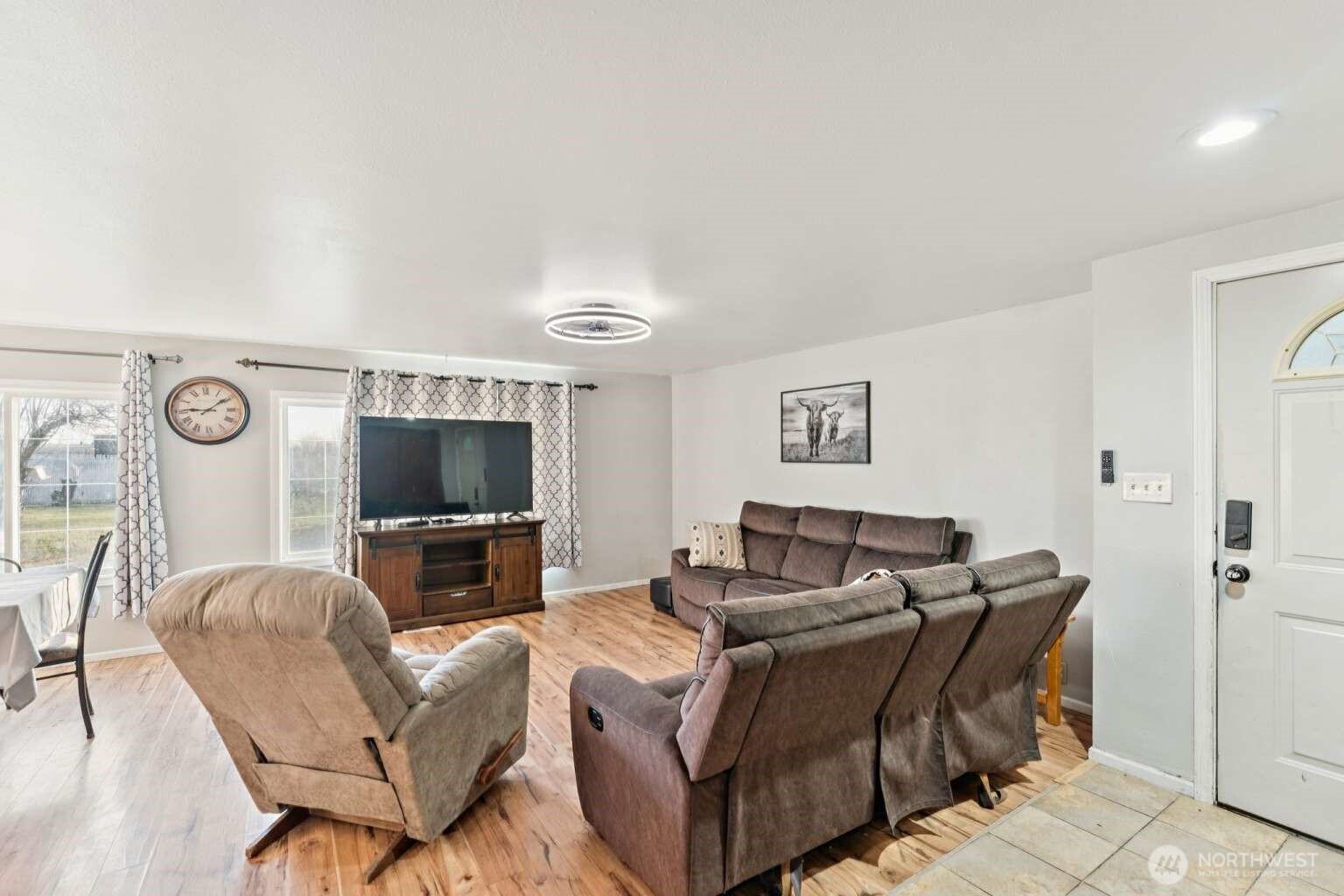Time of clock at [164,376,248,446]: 9:09
